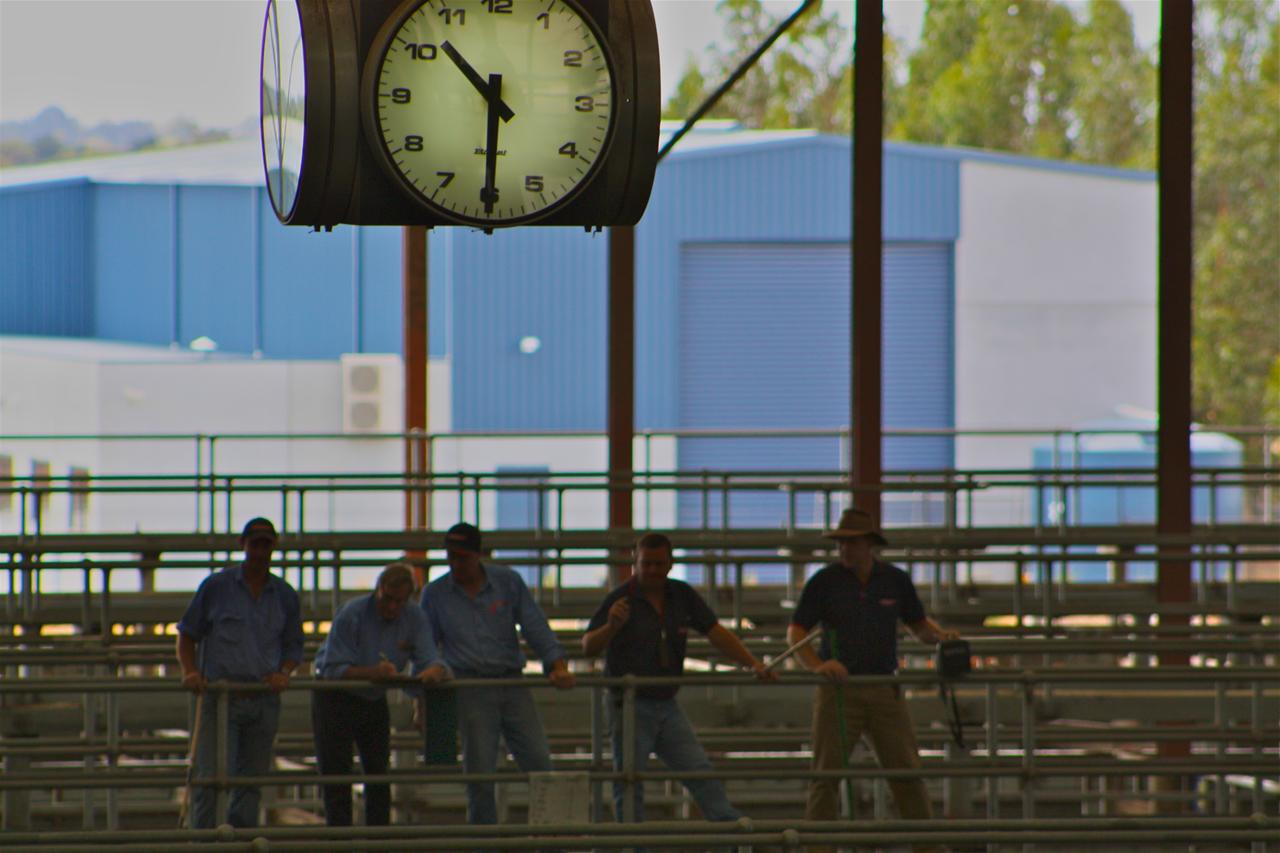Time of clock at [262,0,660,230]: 10:30
